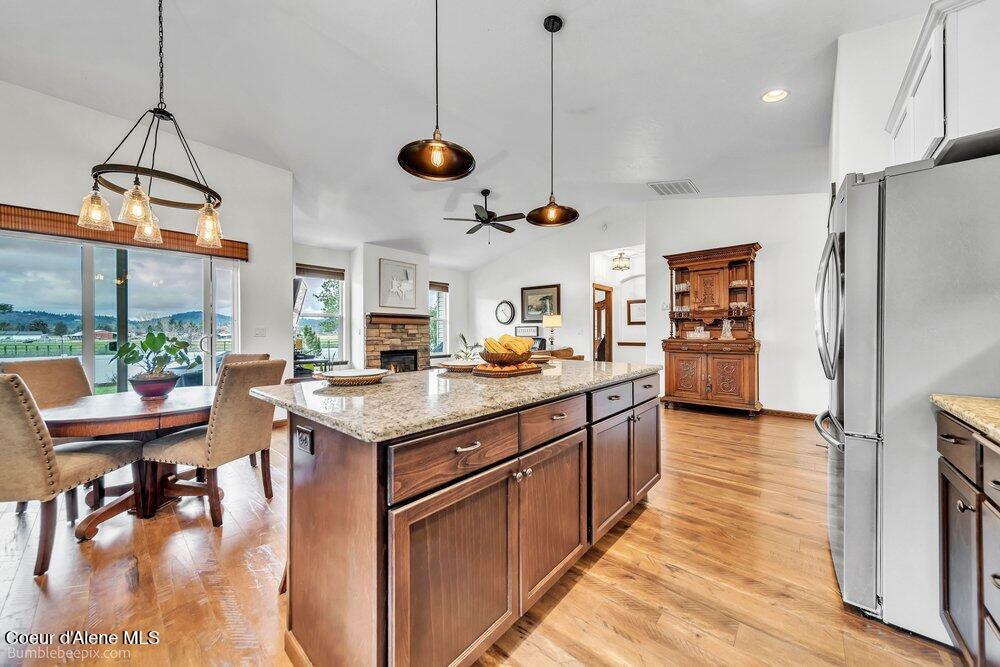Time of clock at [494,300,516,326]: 4:22
